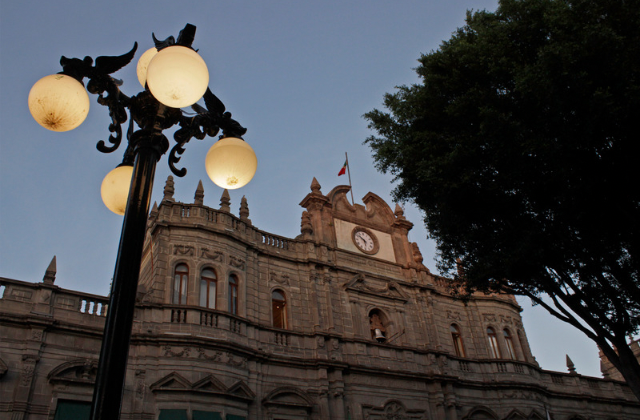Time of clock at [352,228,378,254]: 5:51
